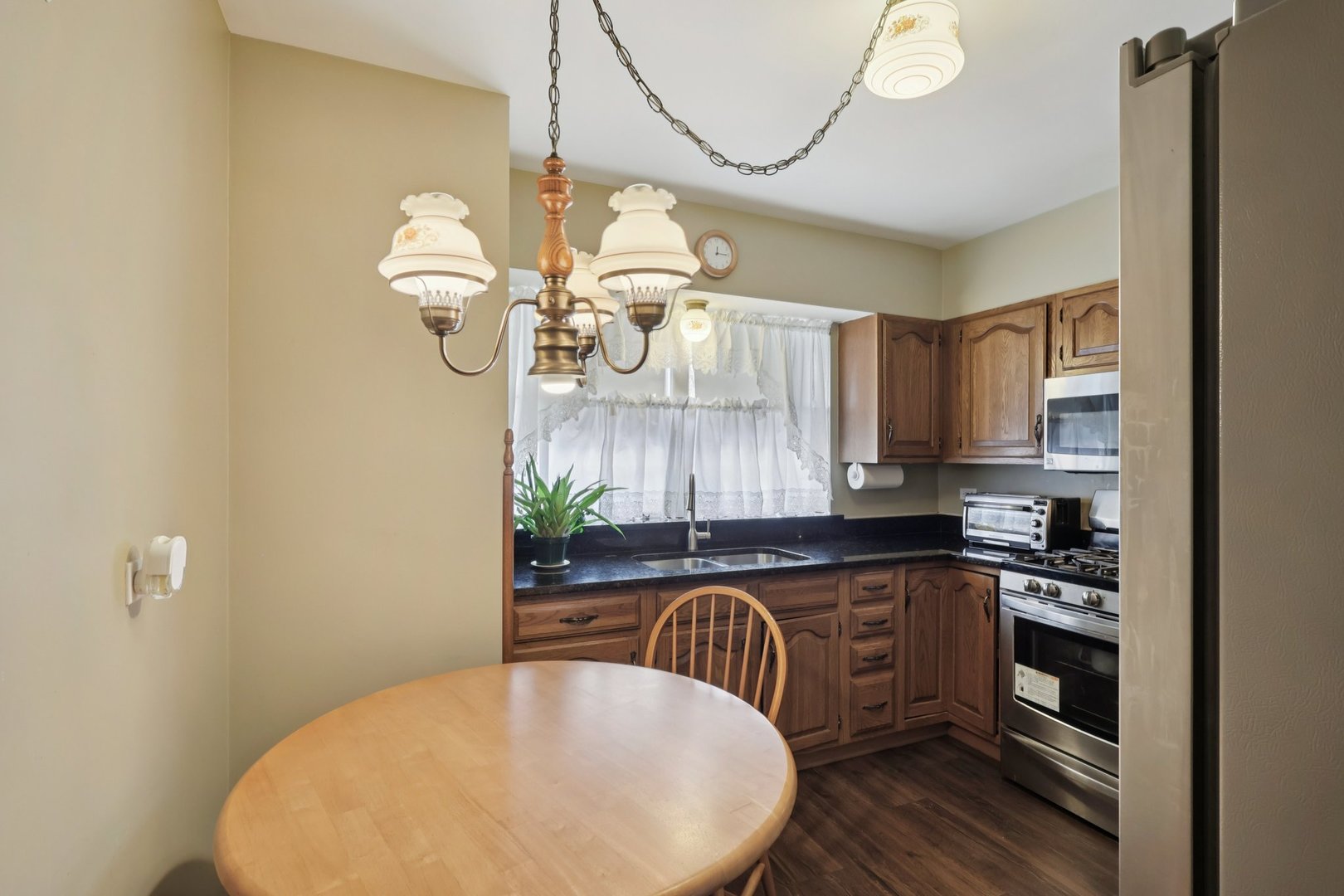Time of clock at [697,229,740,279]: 12:15
